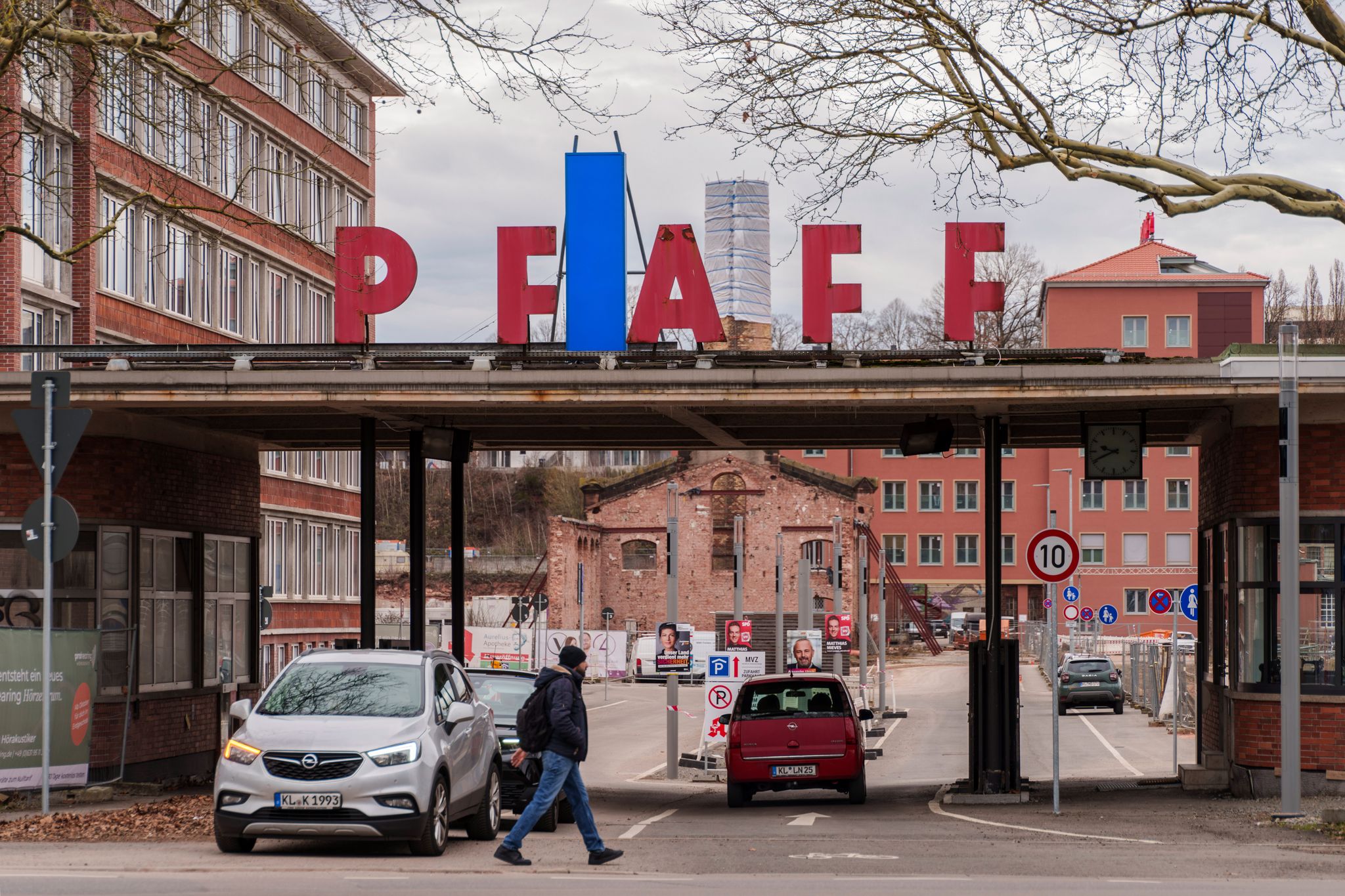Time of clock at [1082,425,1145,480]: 9:41
